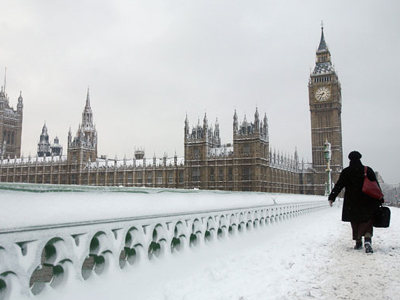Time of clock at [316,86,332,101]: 8:35
